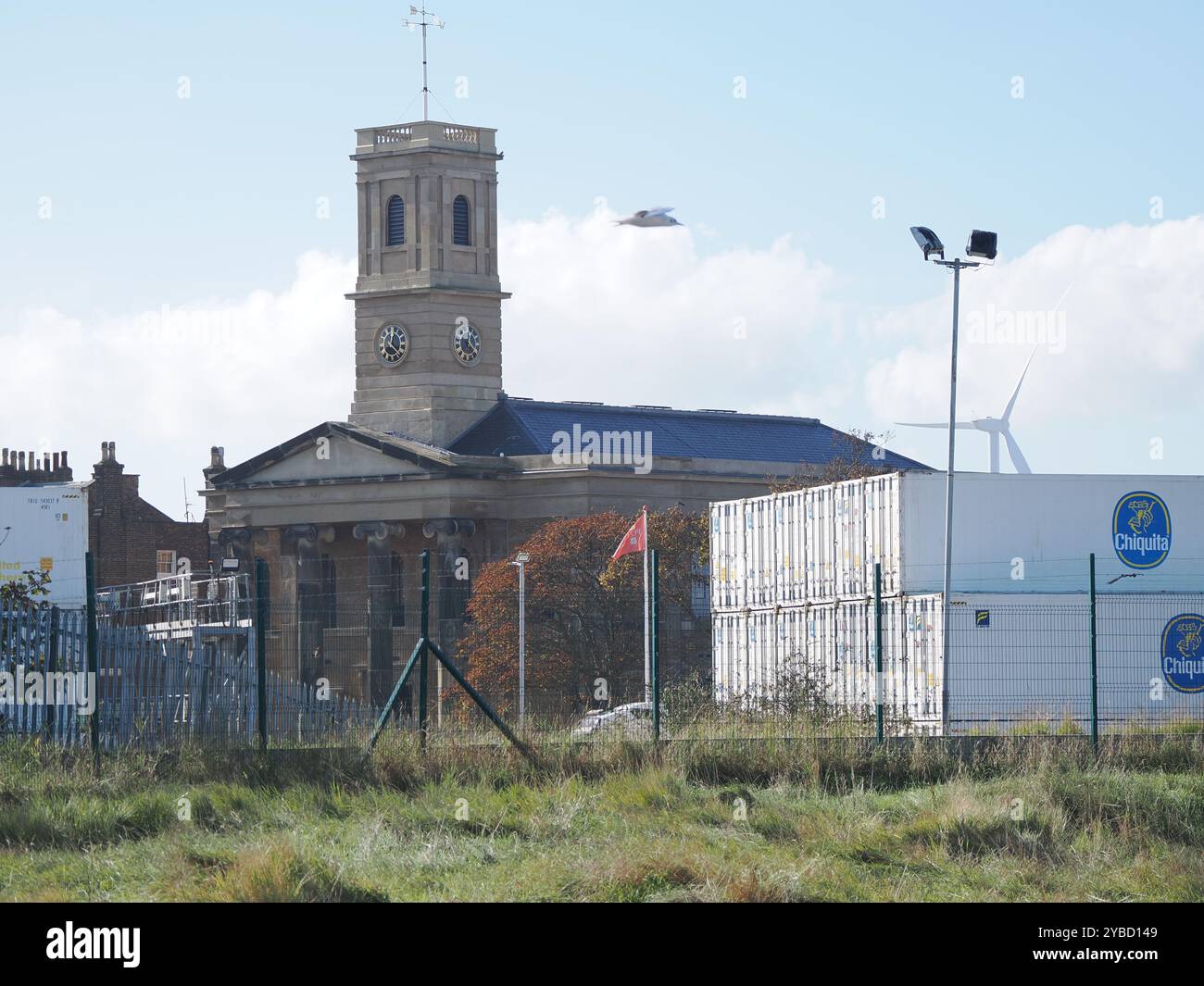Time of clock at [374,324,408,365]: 12:21
